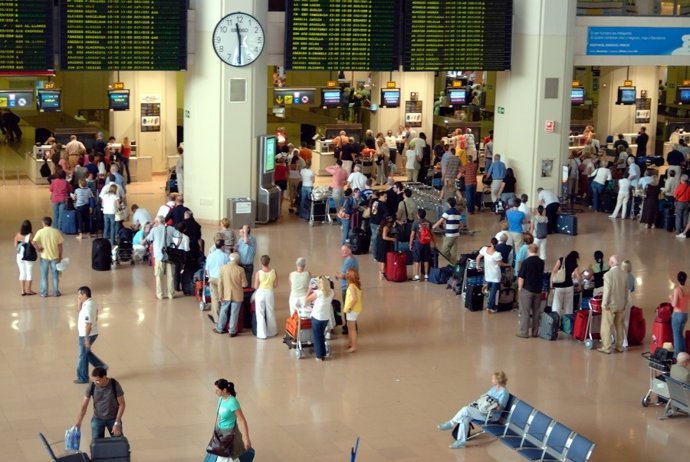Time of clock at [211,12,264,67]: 11:29
